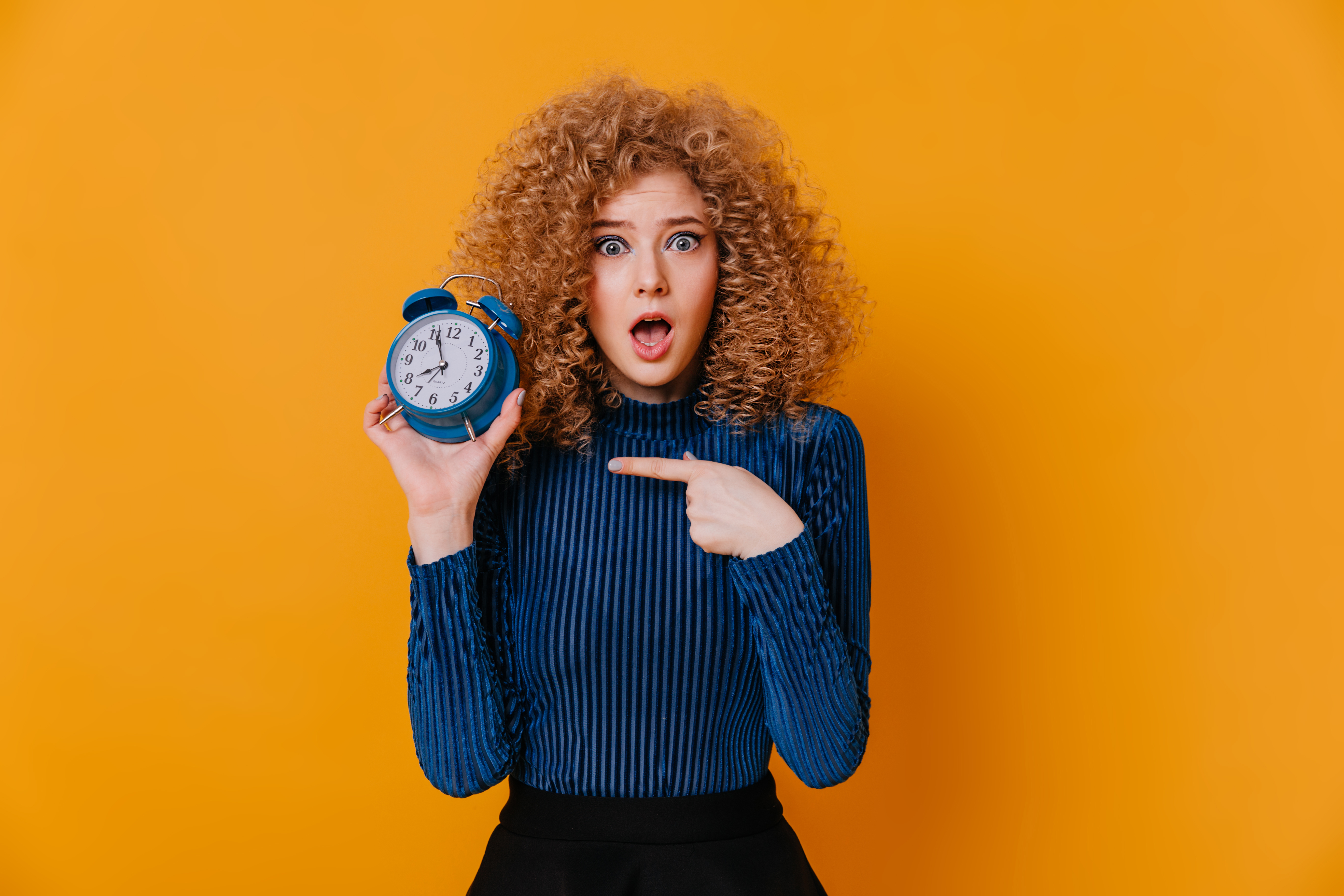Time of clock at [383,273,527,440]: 7:55
